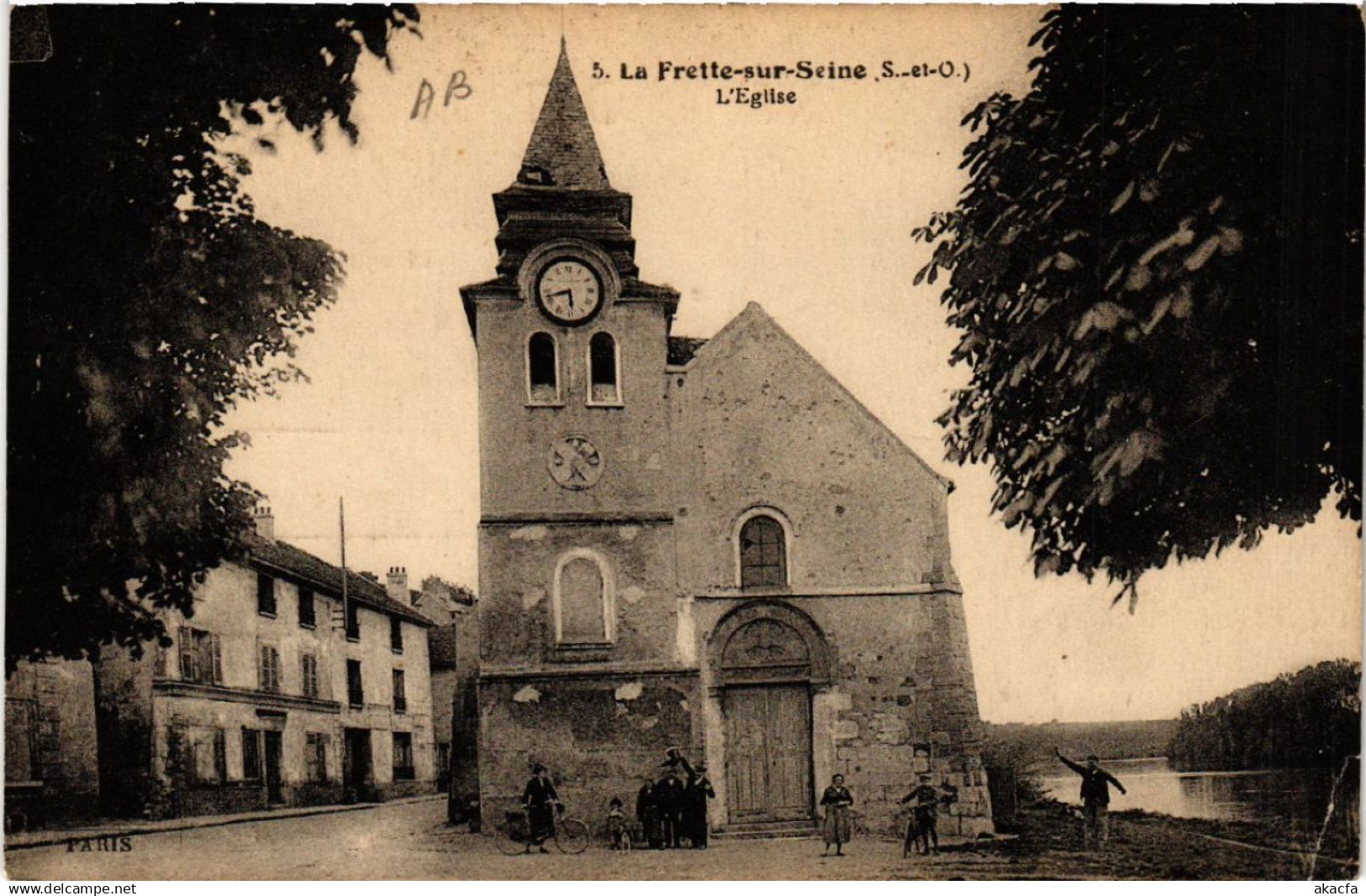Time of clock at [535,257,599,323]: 5:42
